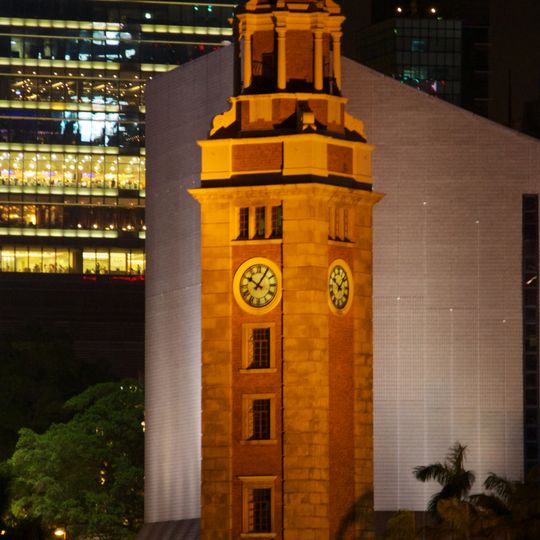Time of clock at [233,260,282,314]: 10:05
